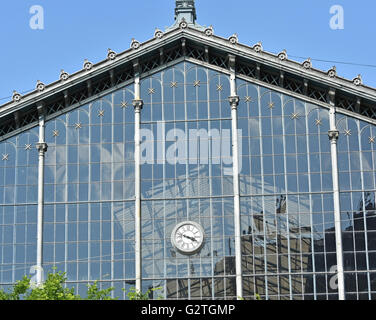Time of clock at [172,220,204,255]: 3:47
